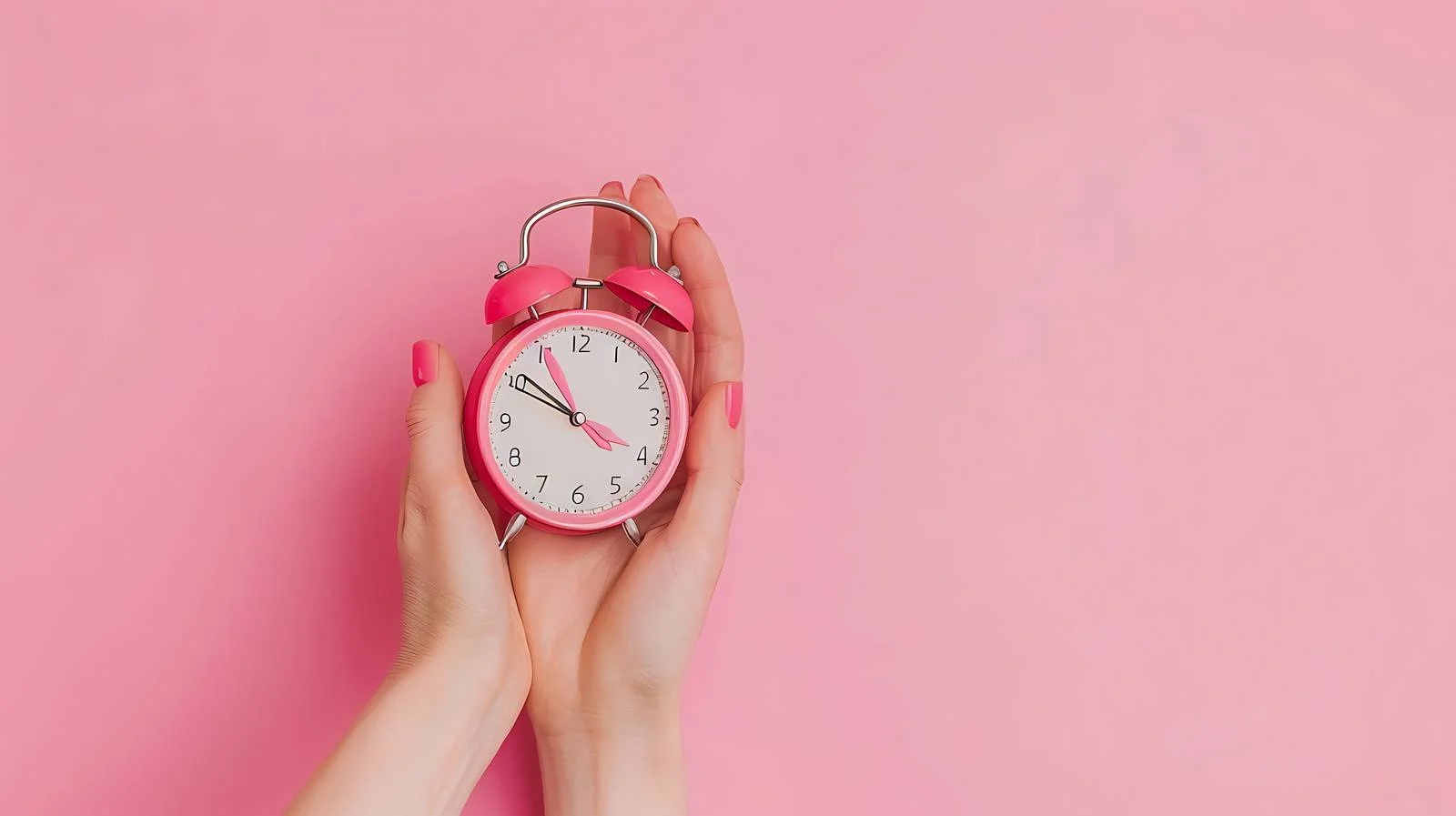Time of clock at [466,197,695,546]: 10:50
